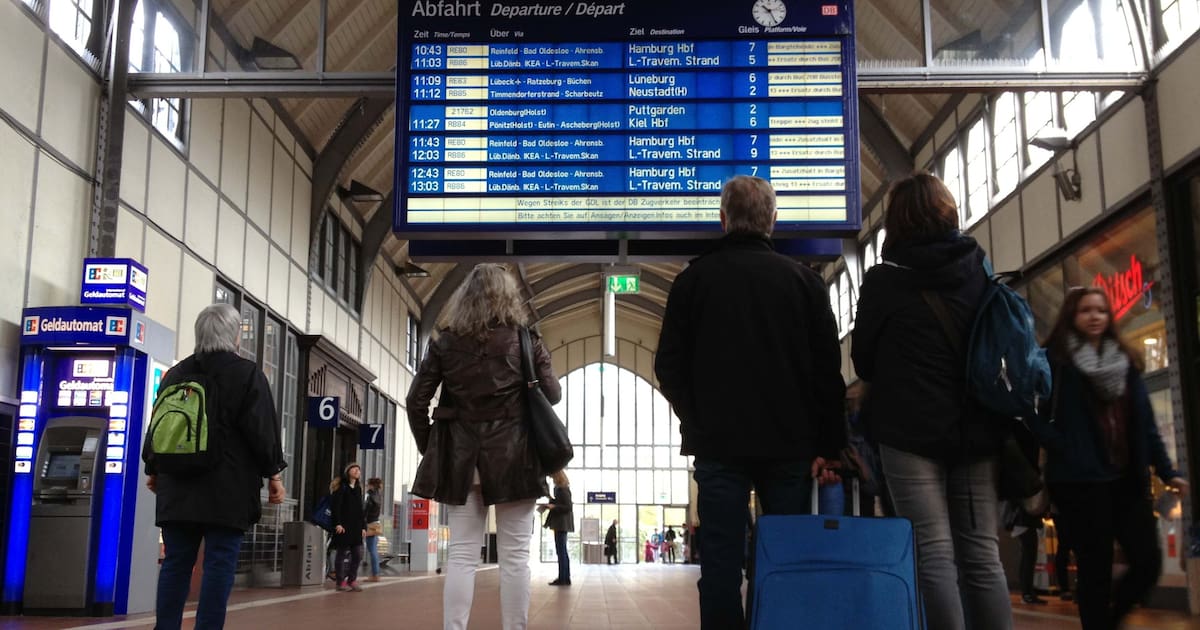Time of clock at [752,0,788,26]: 10:25
